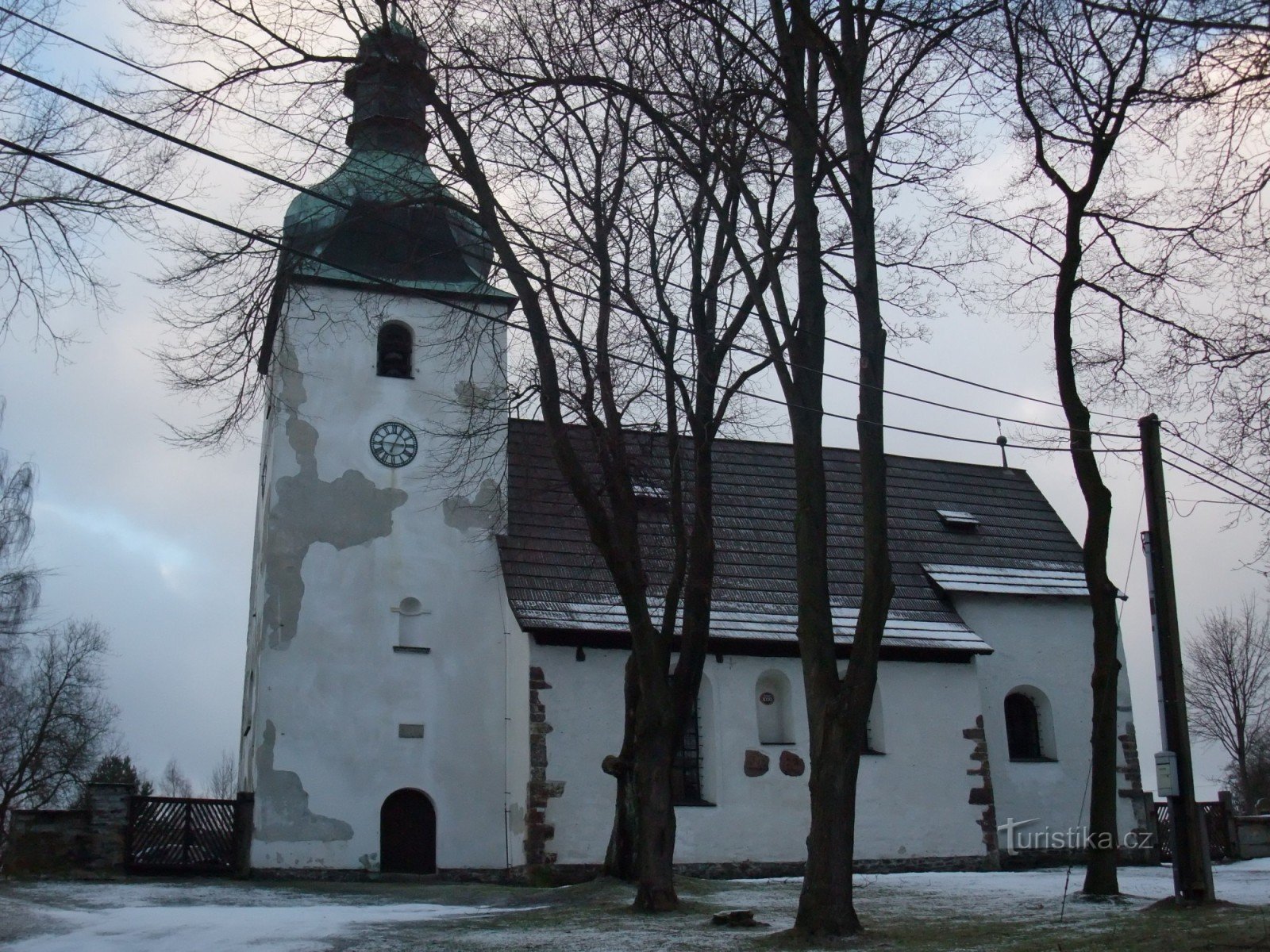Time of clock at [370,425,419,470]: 3:04
